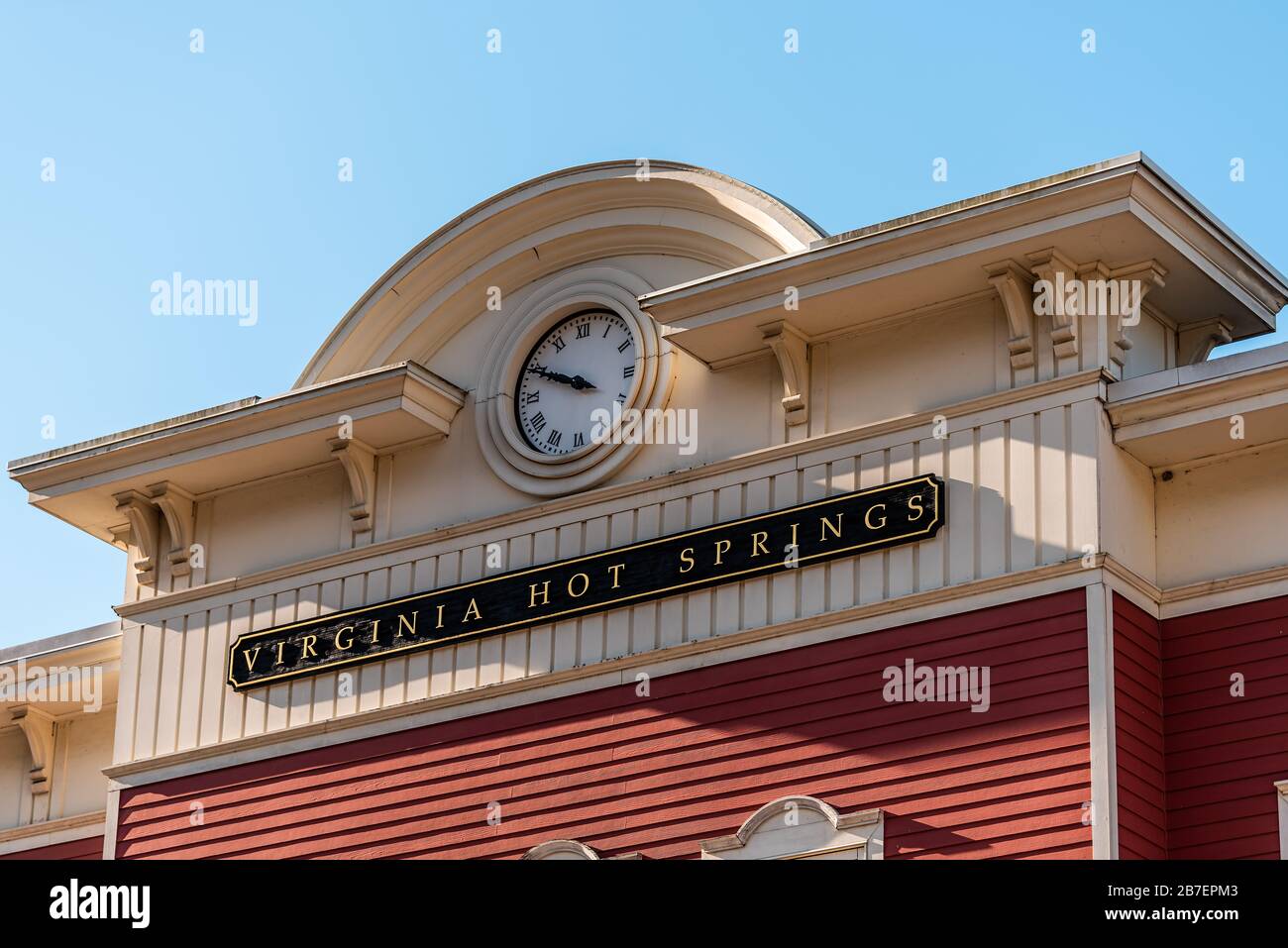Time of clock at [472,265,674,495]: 9:49
